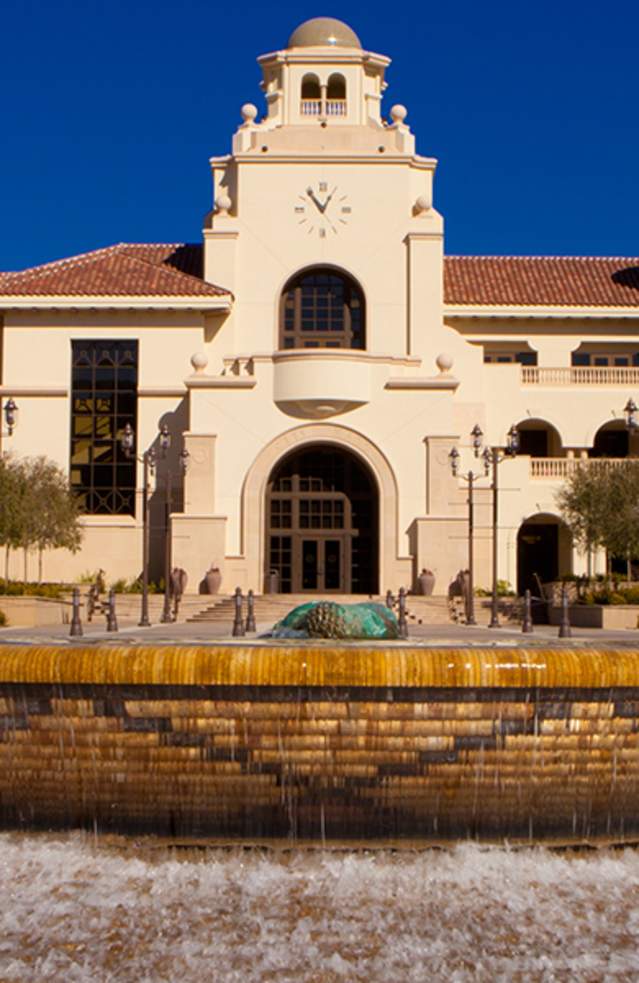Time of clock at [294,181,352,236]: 12:54
